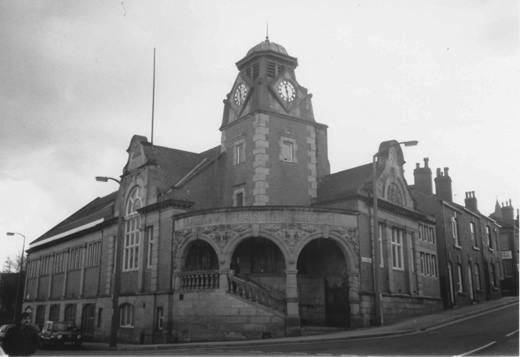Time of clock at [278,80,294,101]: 11:28
